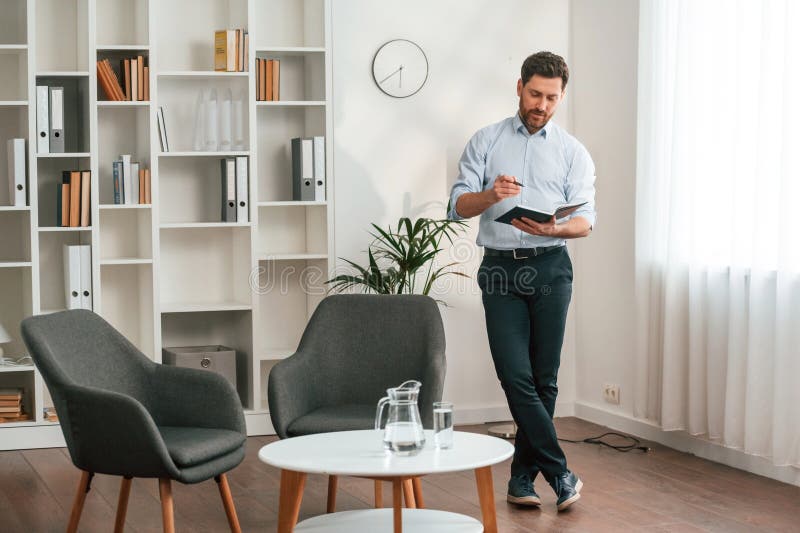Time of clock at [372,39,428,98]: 5:39
